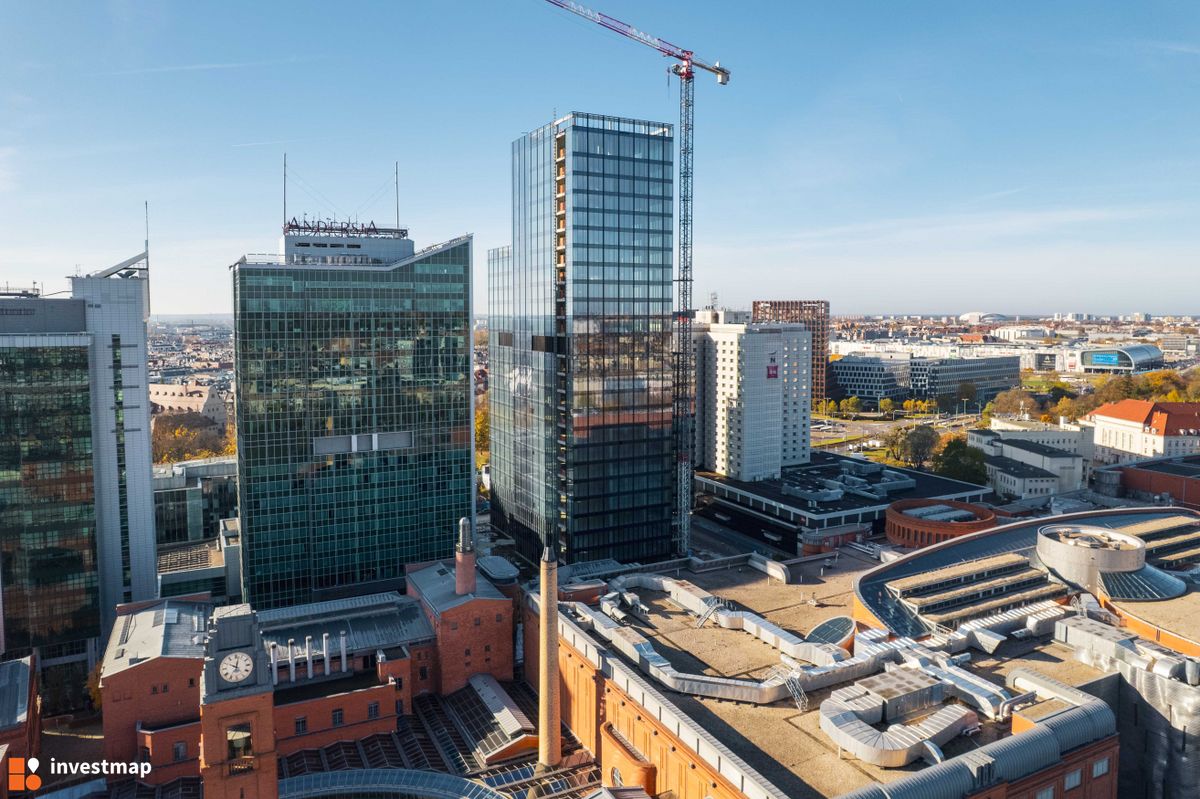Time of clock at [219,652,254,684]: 10:02
